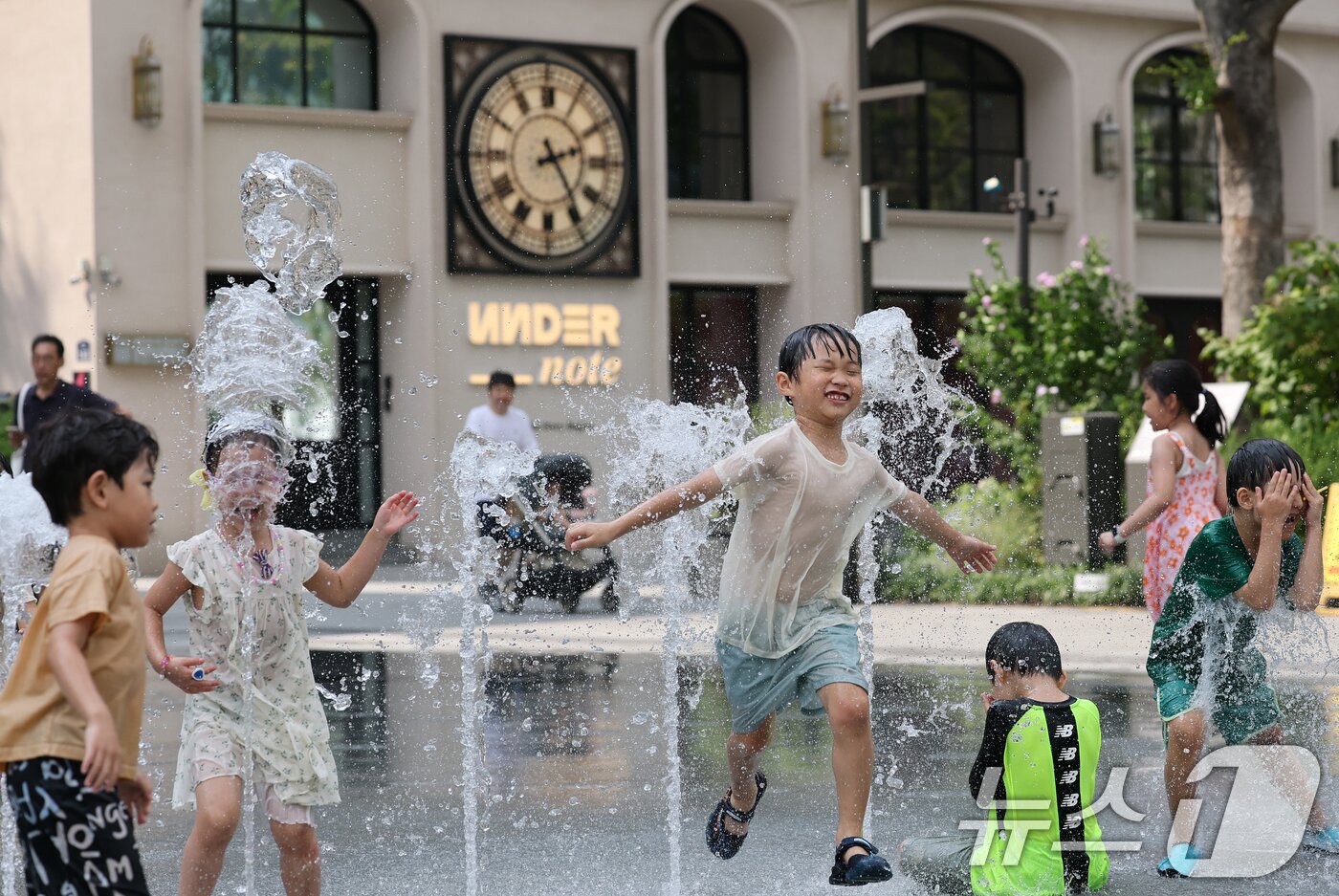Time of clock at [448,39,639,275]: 2:24
